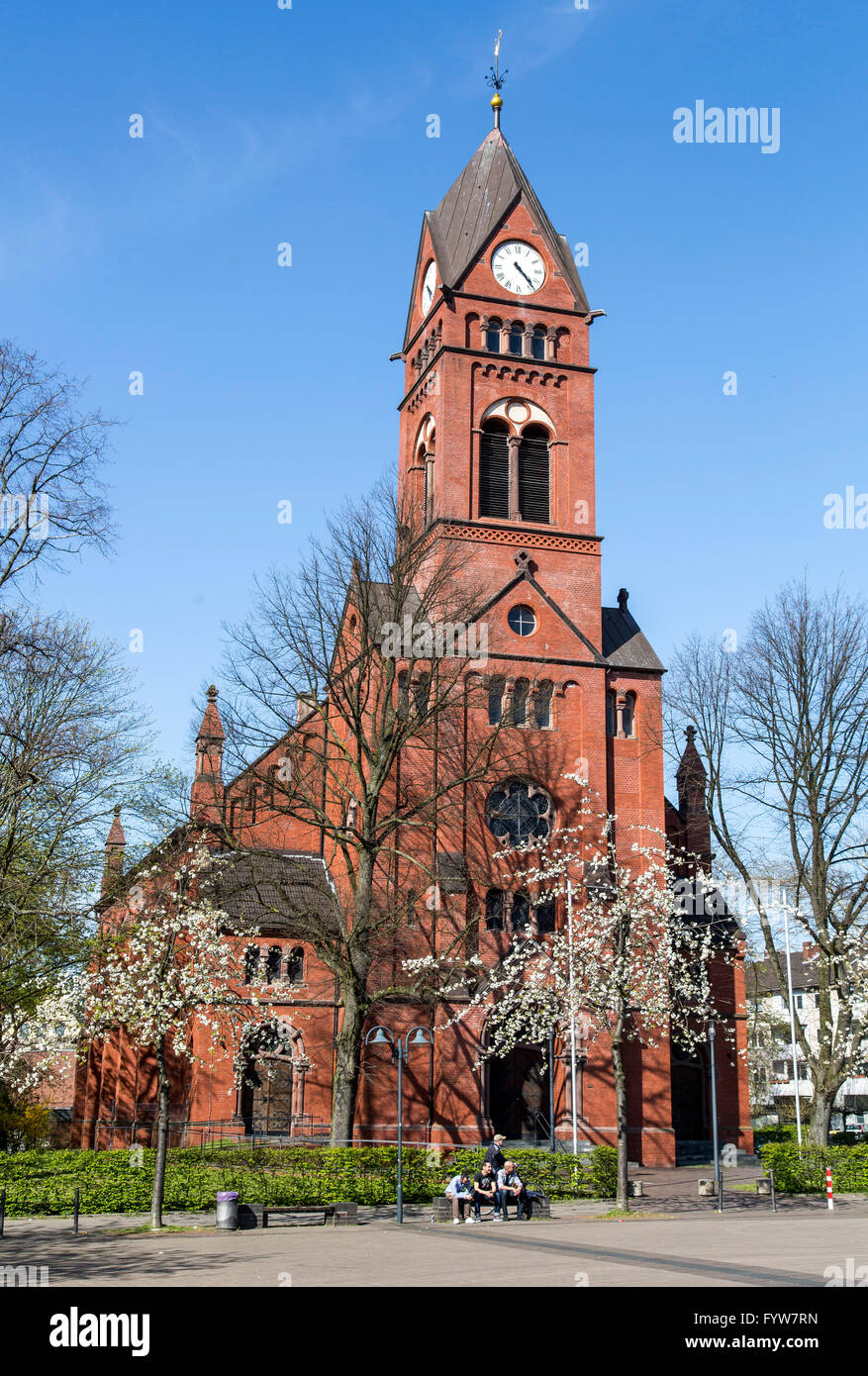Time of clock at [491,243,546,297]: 4:23
